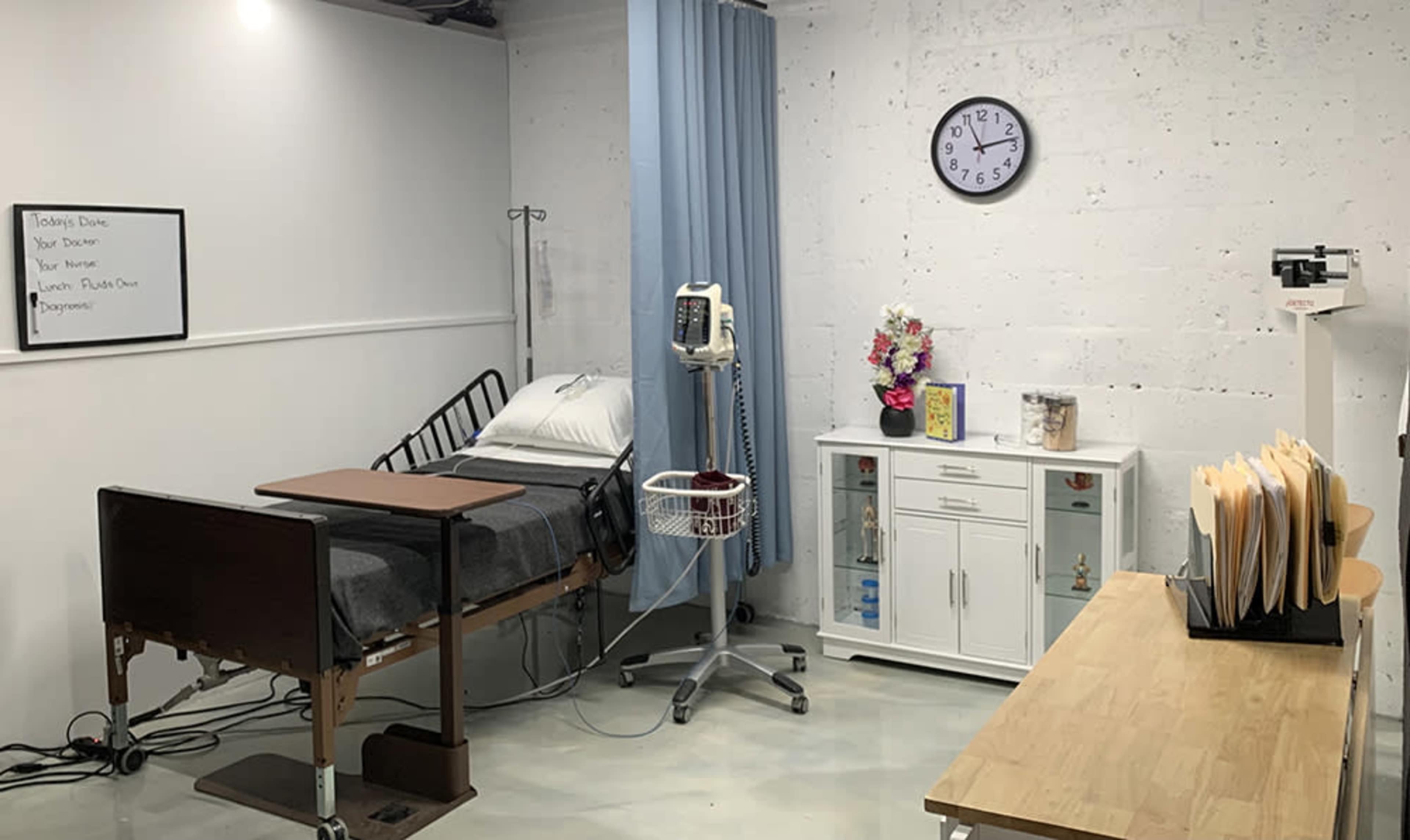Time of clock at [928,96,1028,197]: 11:12
